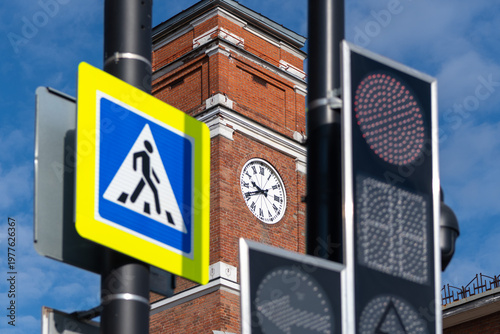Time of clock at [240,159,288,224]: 9:40
